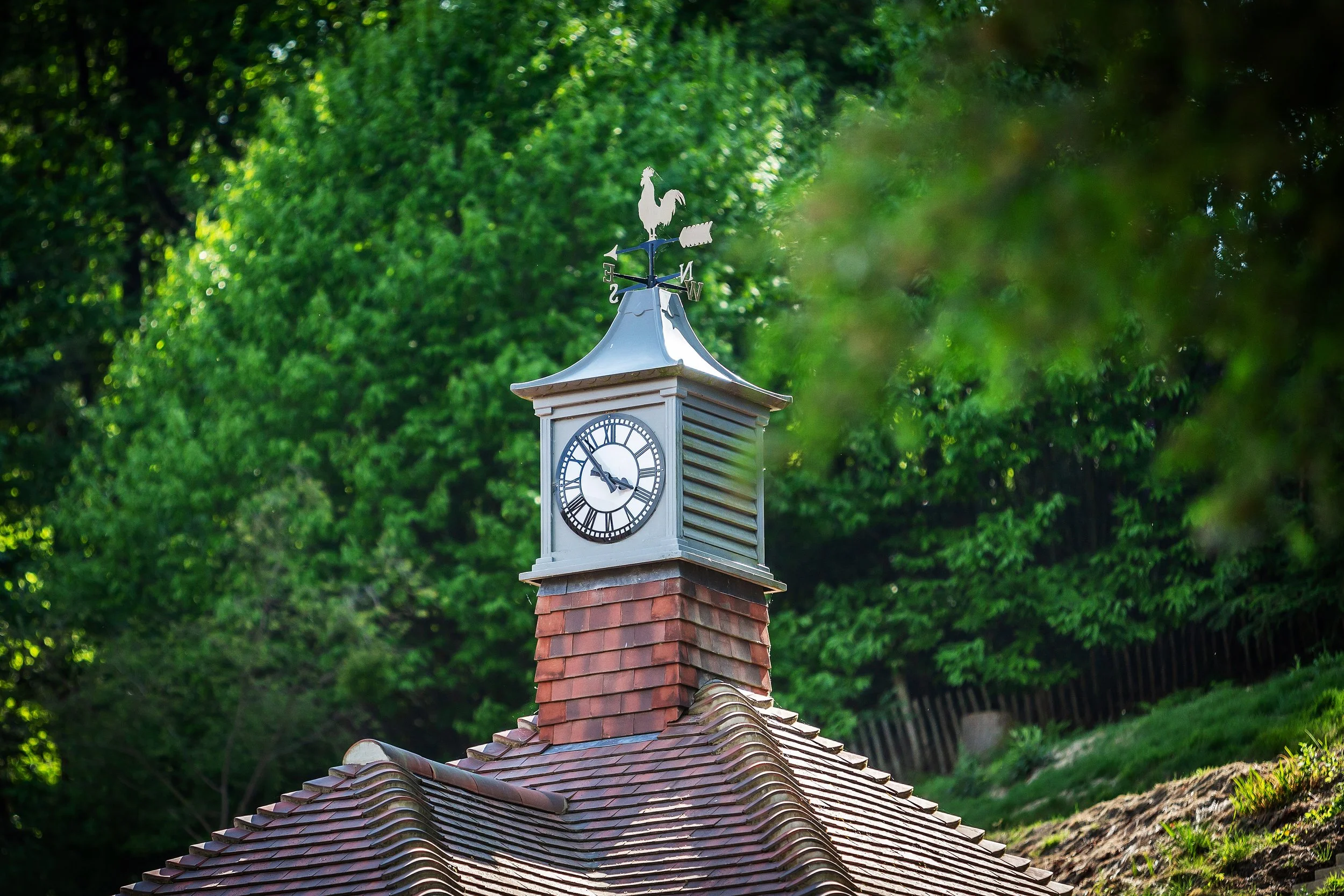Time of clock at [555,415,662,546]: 3:53
